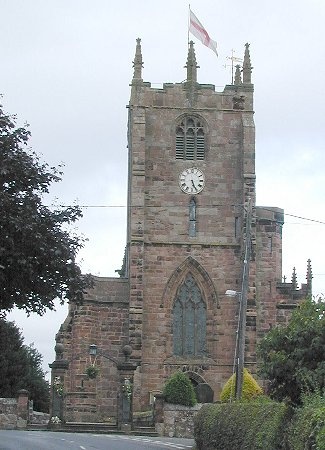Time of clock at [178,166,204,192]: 5:26
